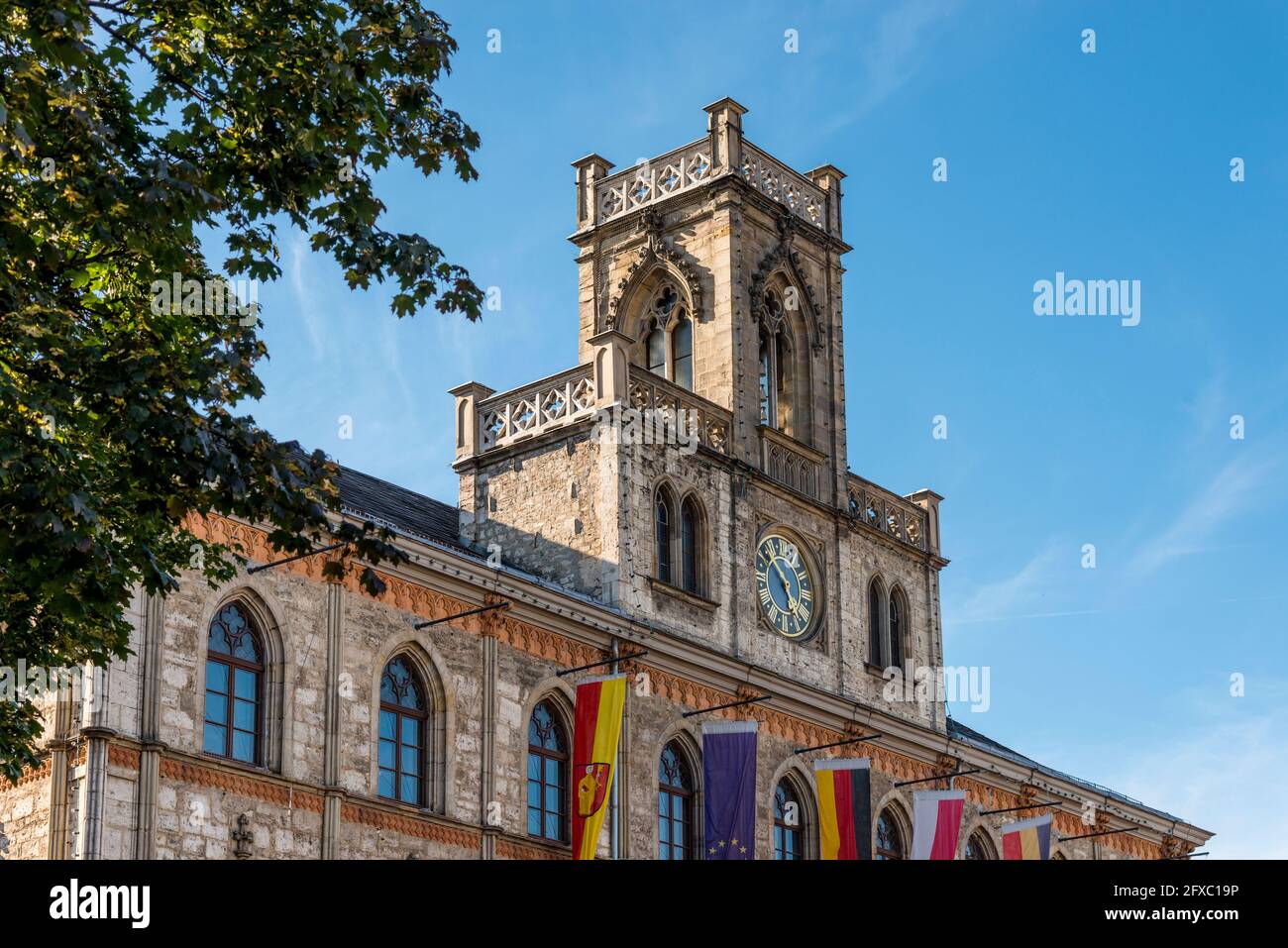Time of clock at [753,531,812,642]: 4:52
